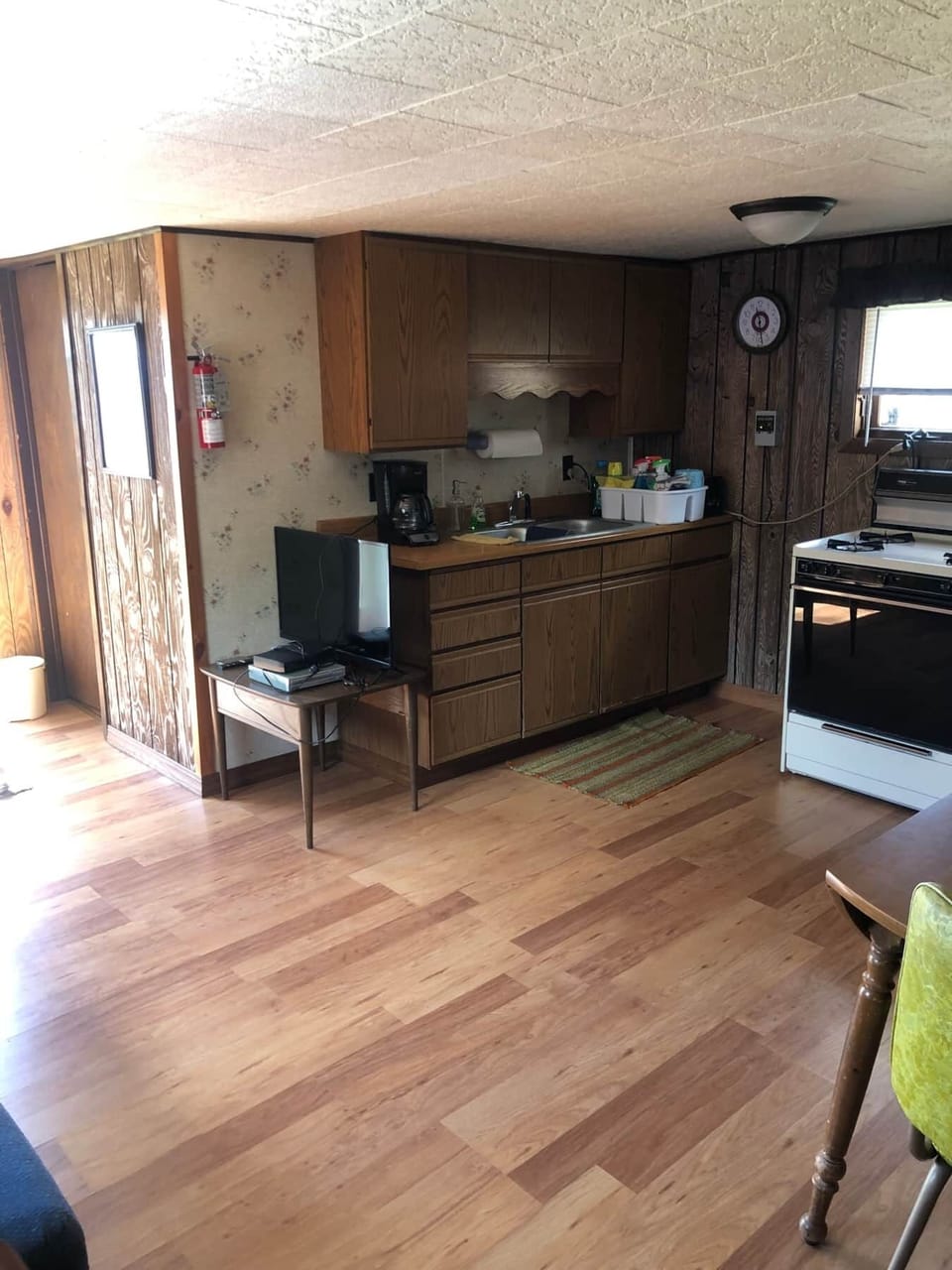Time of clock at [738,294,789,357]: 11:28
